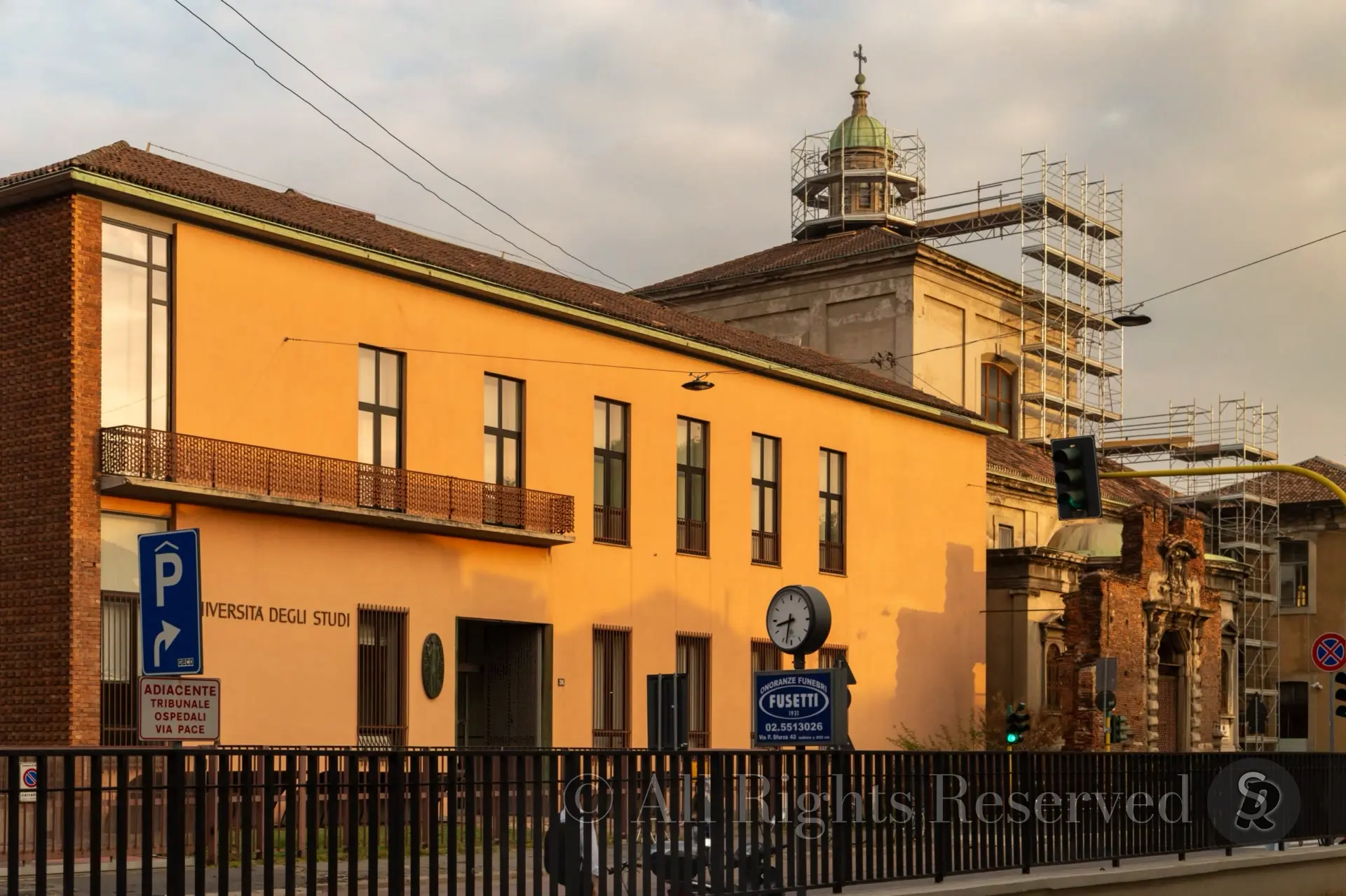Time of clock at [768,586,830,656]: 8:32
